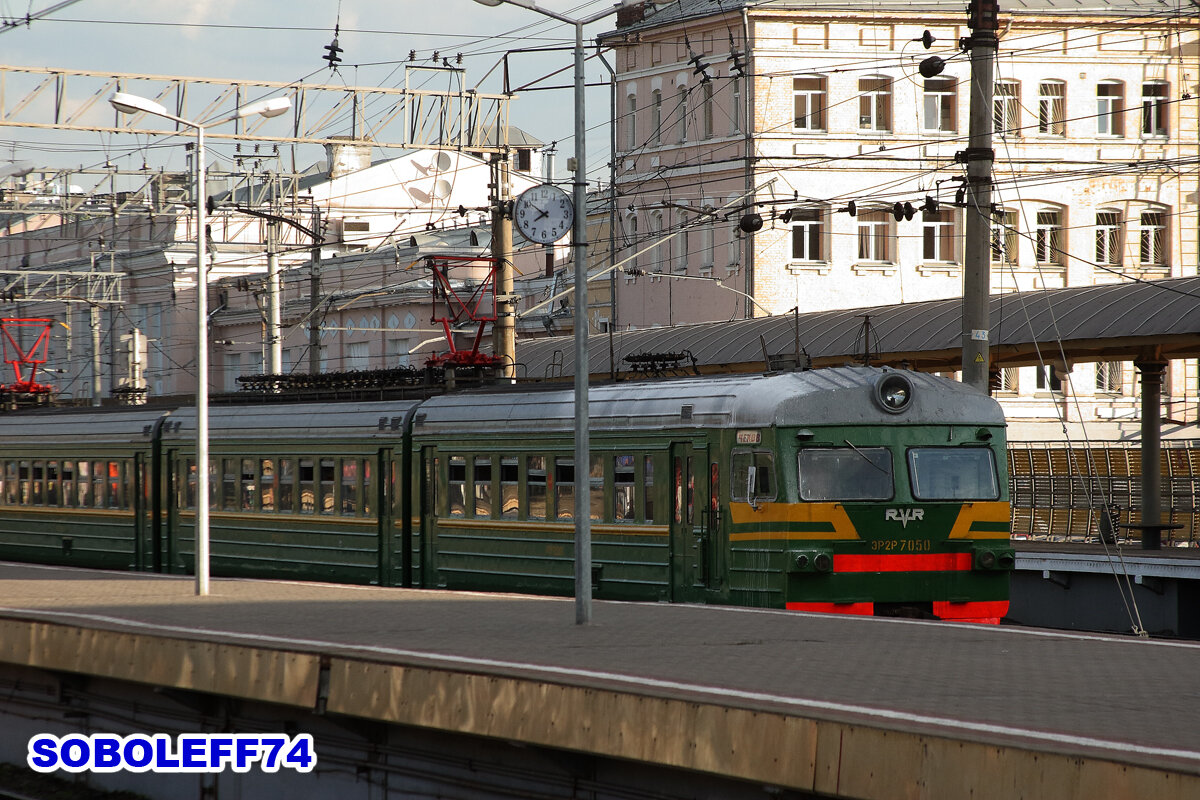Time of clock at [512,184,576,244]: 7:51
